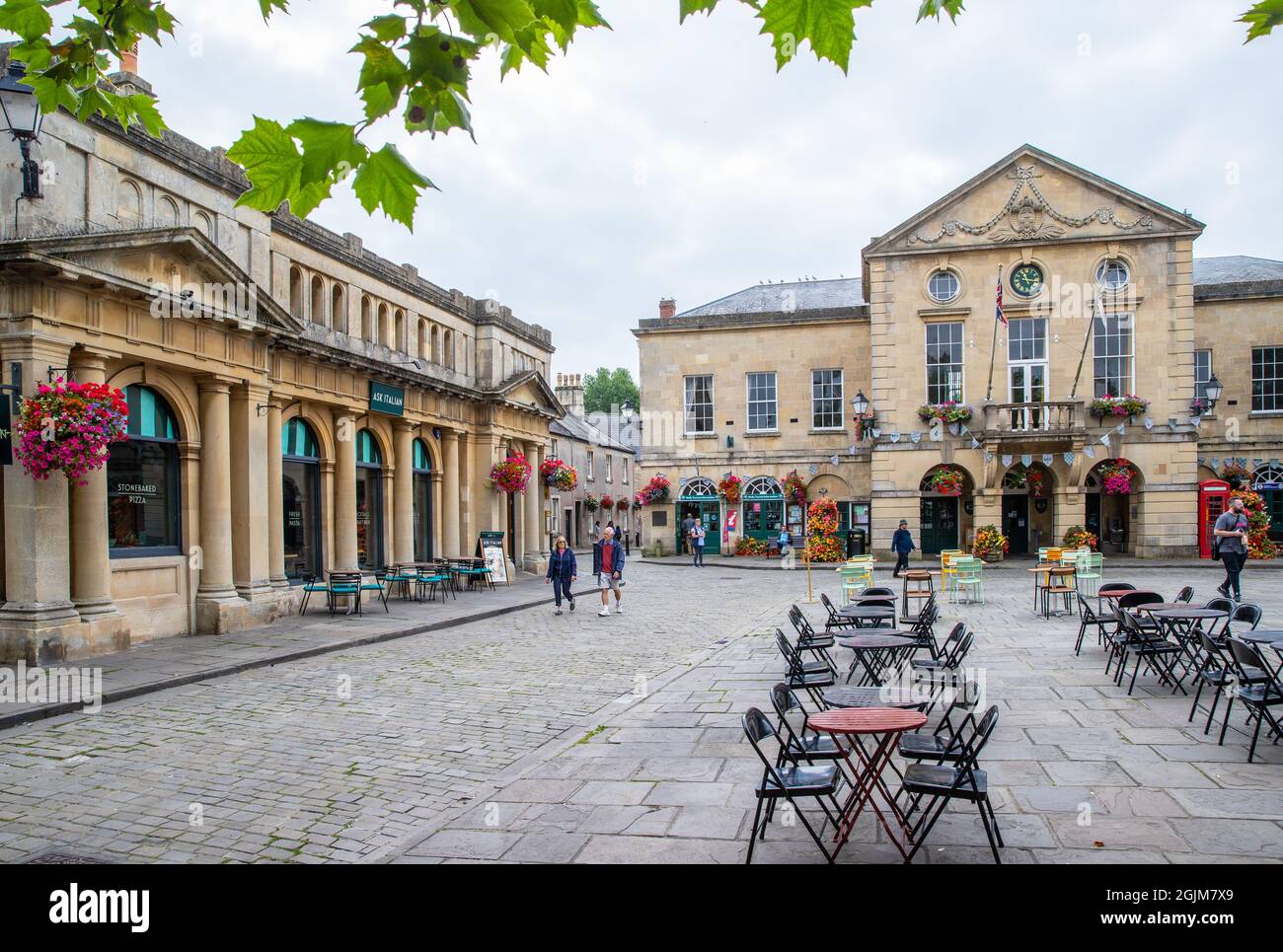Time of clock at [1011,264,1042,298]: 11:14
